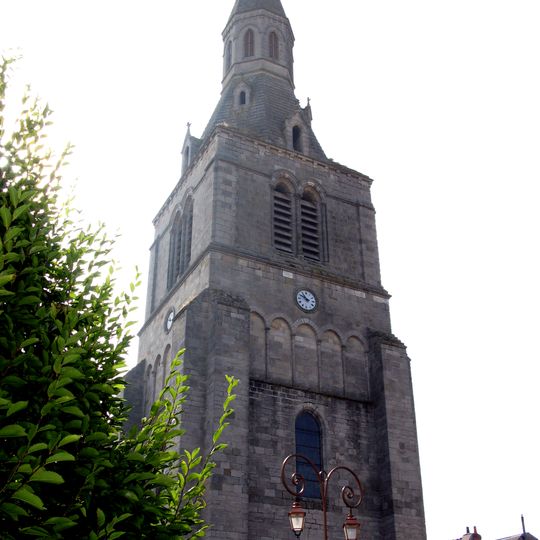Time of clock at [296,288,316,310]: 9:53
